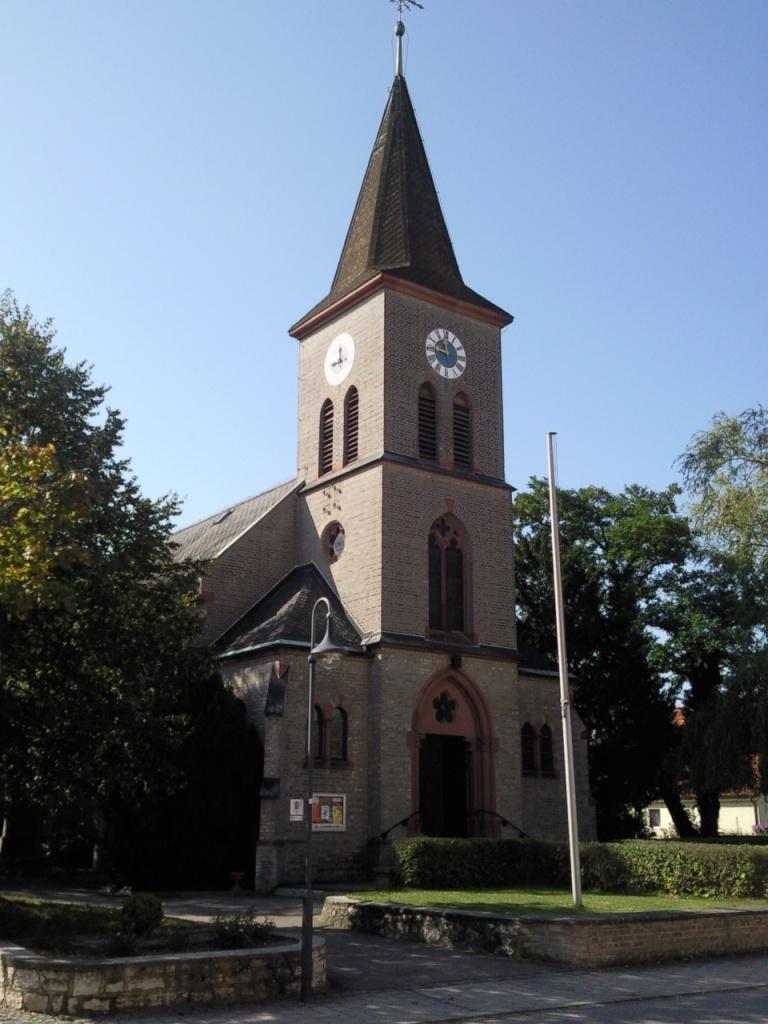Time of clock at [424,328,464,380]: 10:45
